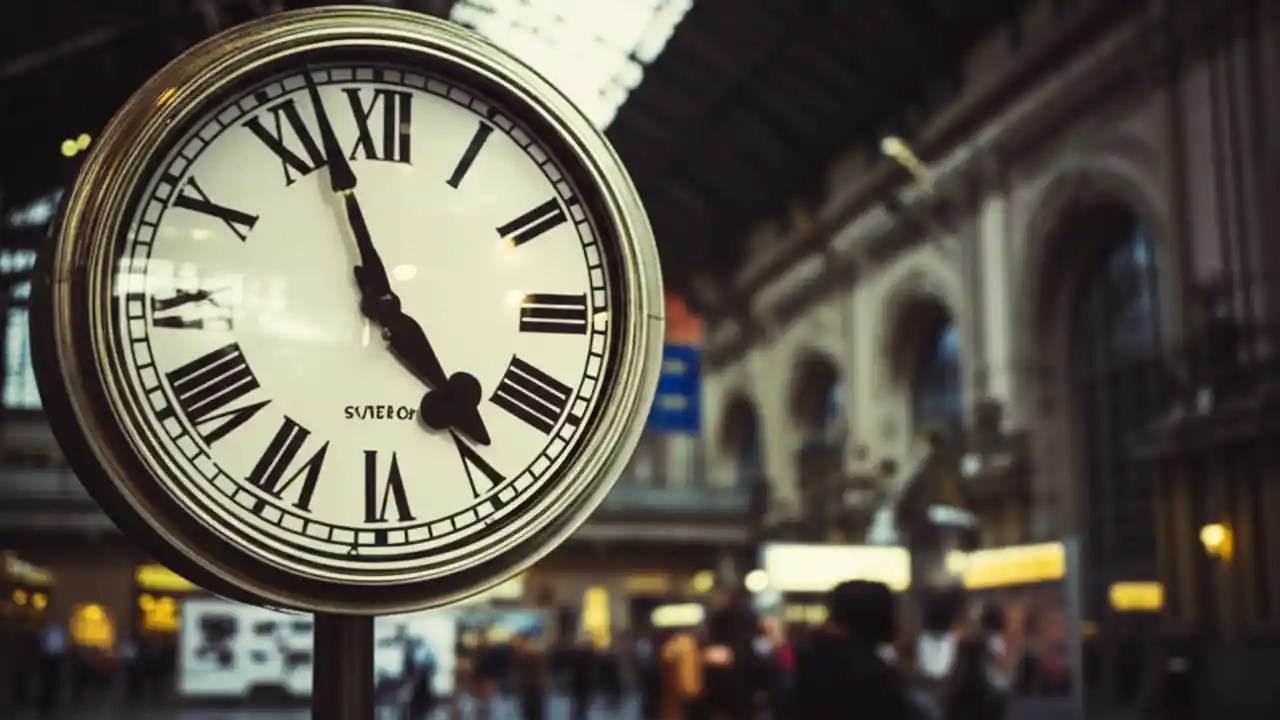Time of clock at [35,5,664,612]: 4:57
